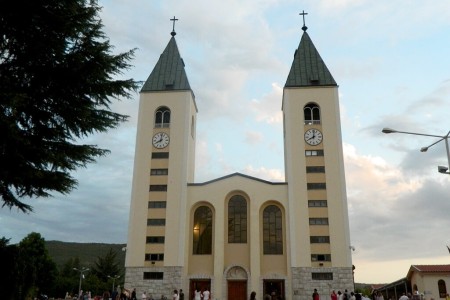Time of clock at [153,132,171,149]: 8:01
